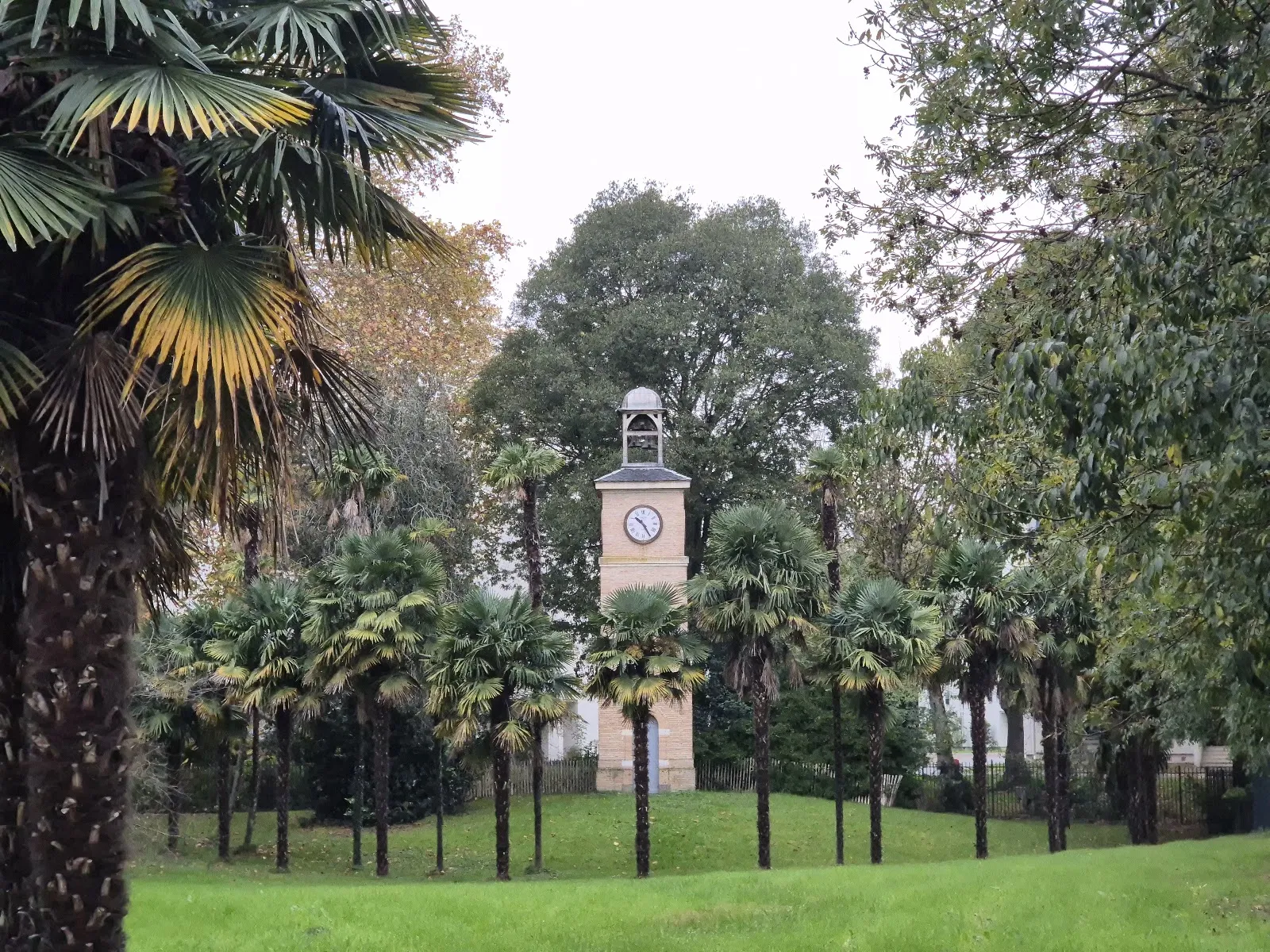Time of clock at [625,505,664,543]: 10:24
